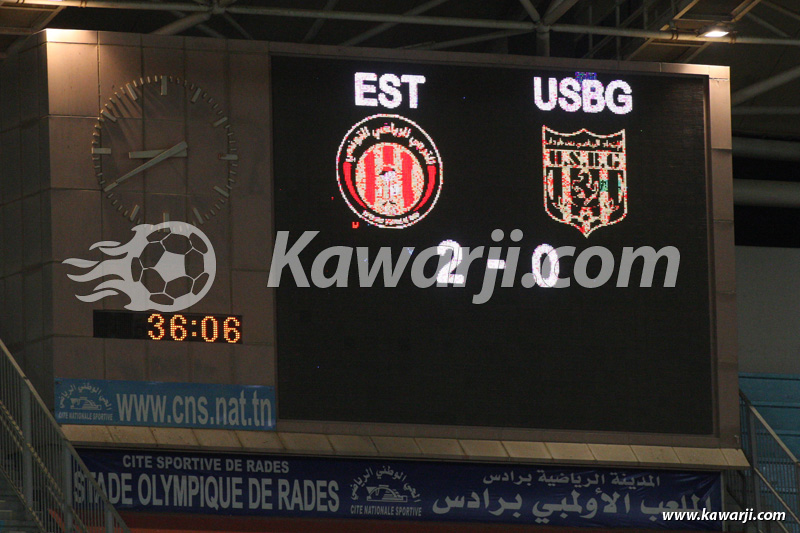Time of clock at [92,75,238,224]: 8:40
